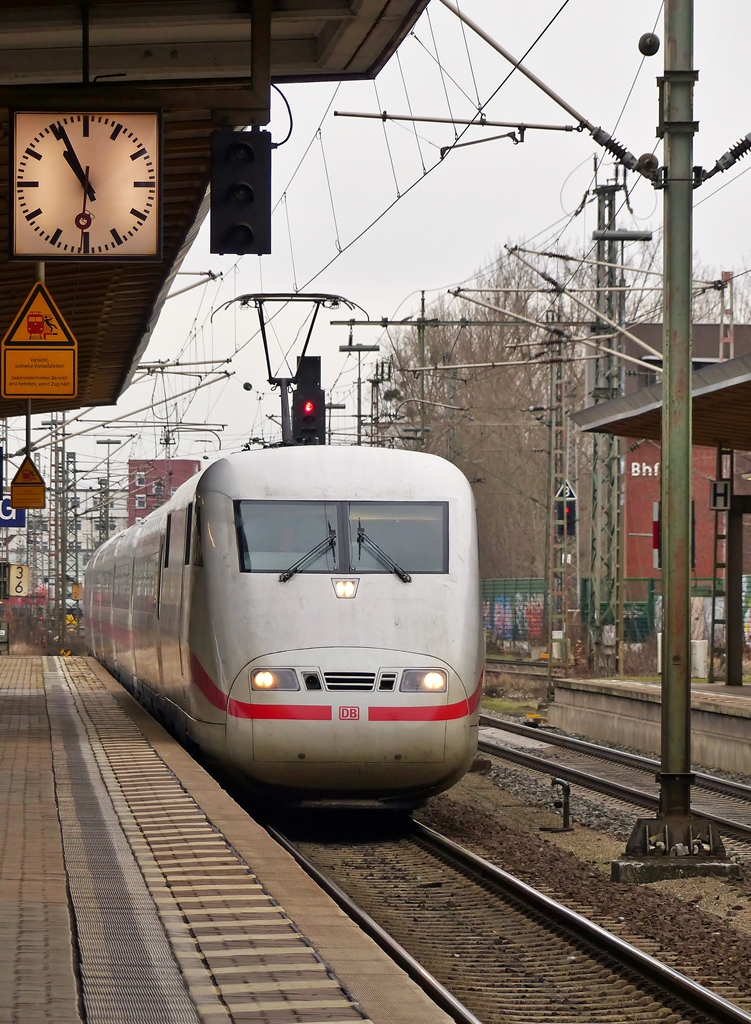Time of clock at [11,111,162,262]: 10:55
